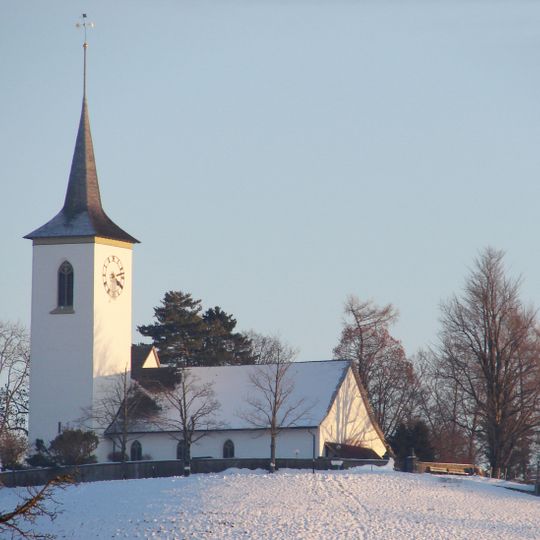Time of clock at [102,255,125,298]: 4:12
